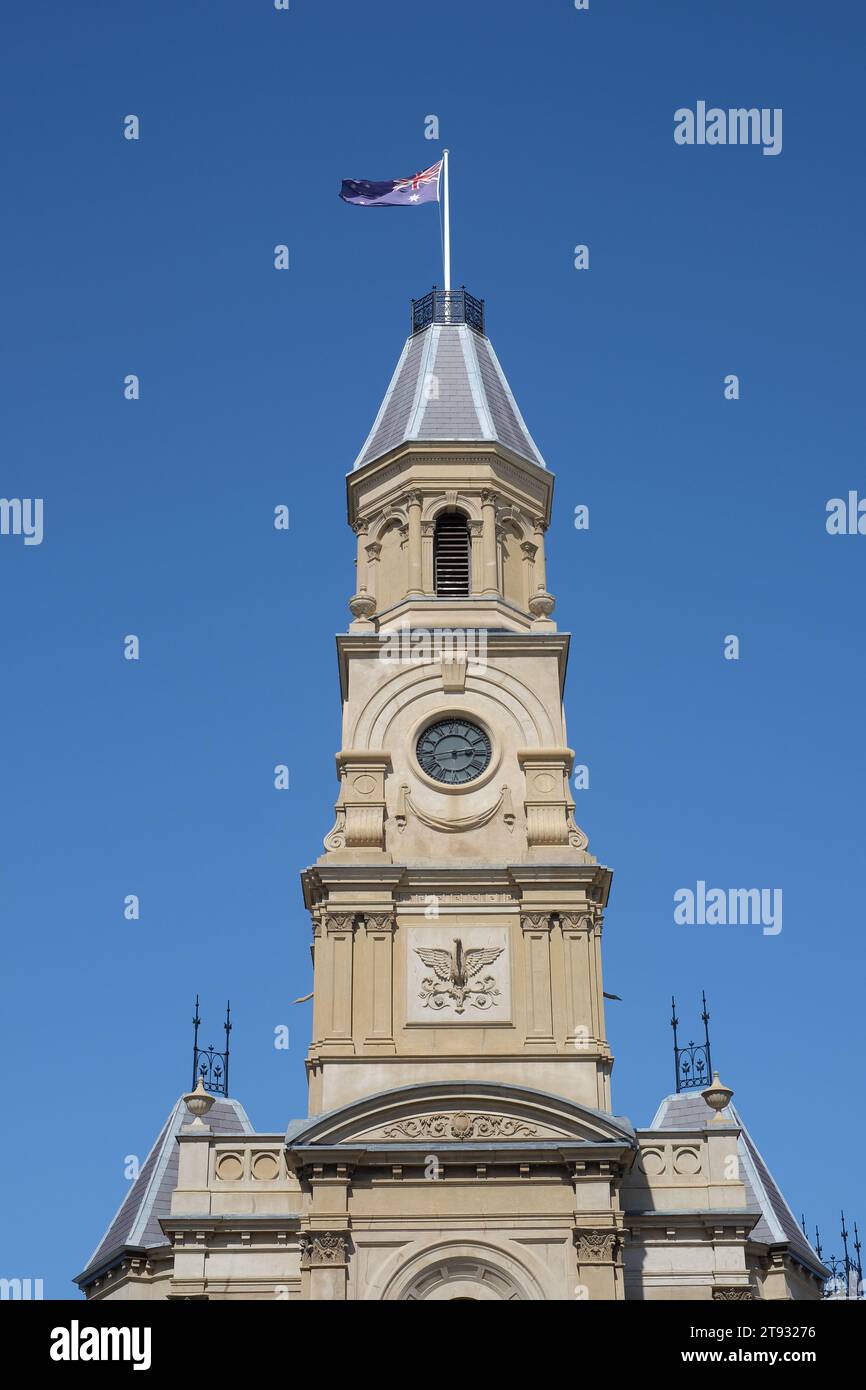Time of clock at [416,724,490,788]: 2:43
